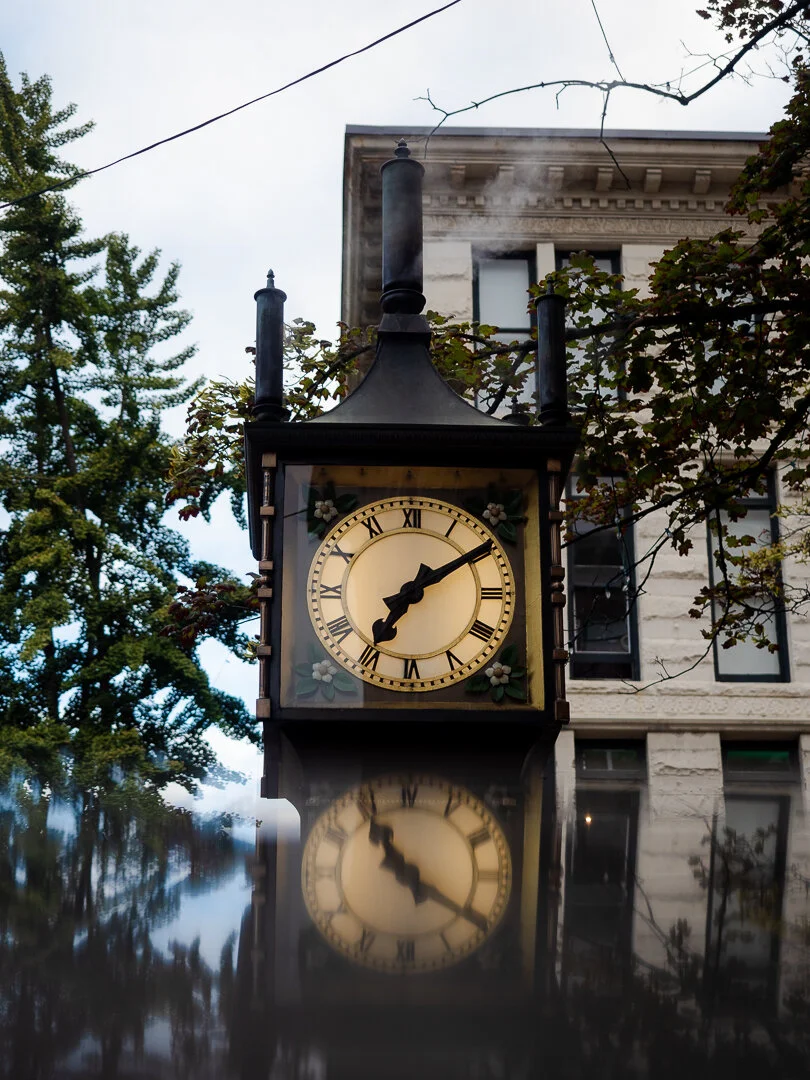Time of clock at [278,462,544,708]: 7:09
